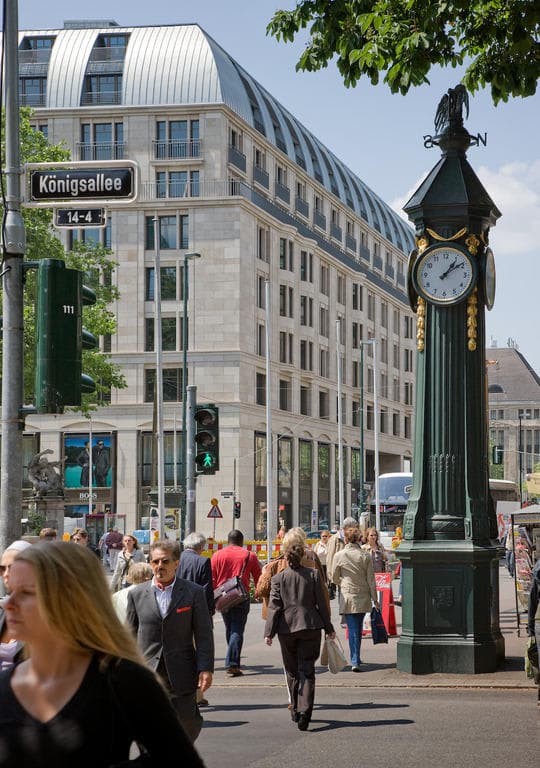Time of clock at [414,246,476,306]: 1:09
